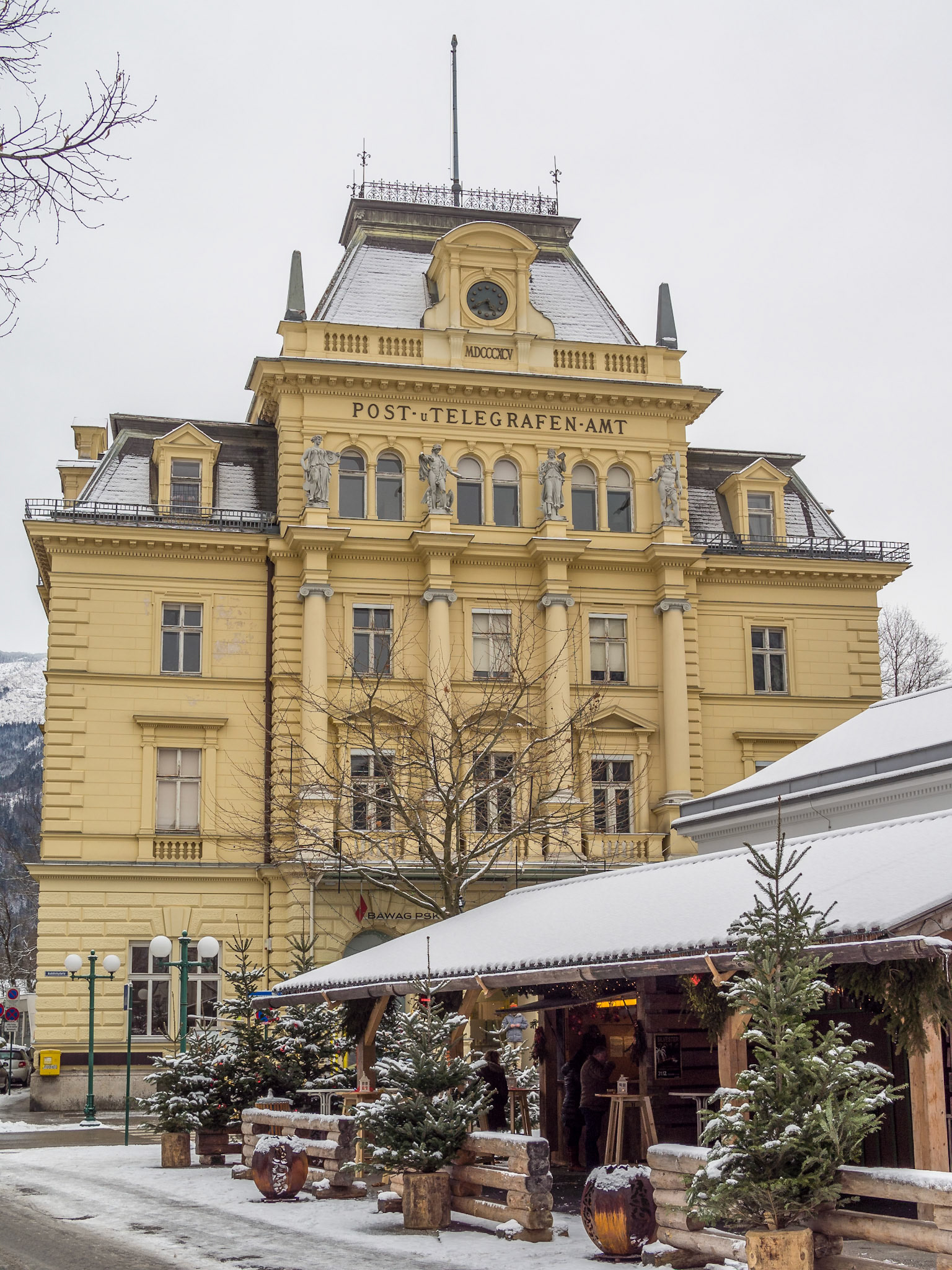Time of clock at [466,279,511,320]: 5:40
